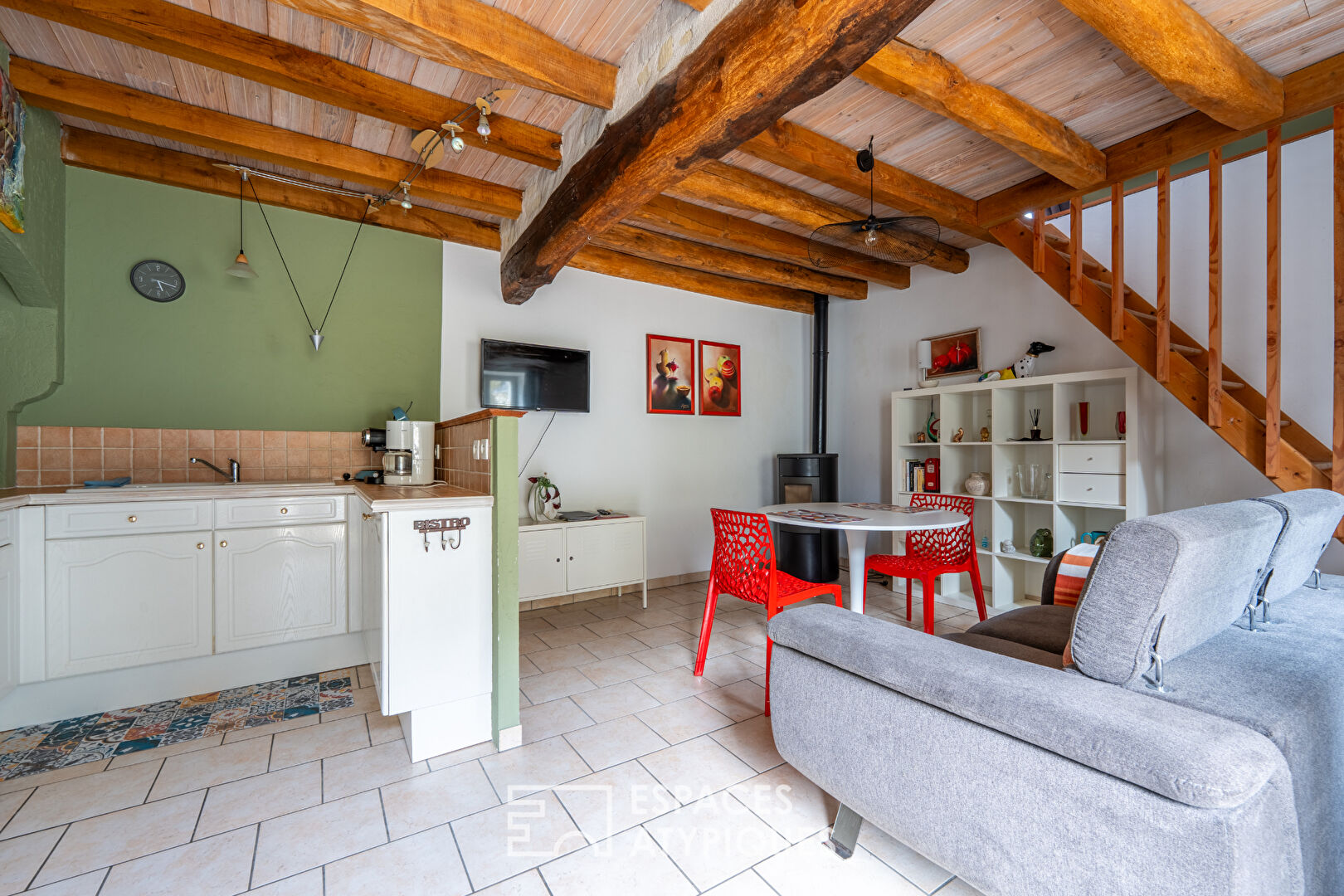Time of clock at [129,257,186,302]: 5:18
